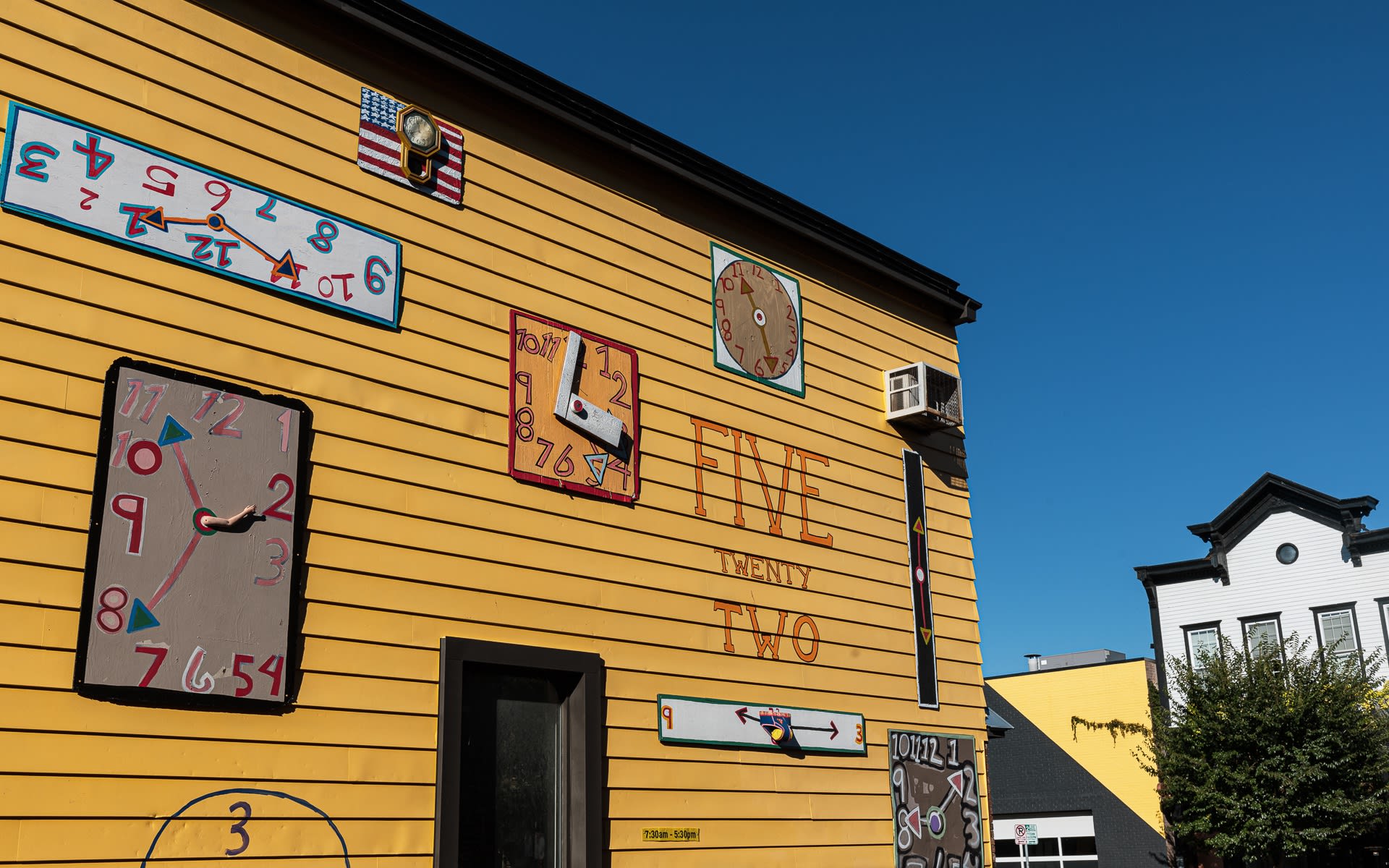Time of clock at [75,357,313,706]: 2:37
